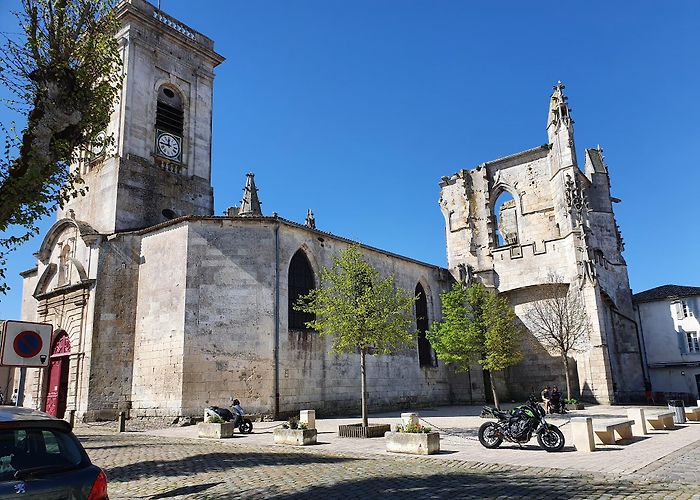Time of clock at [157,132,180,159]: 11:45
